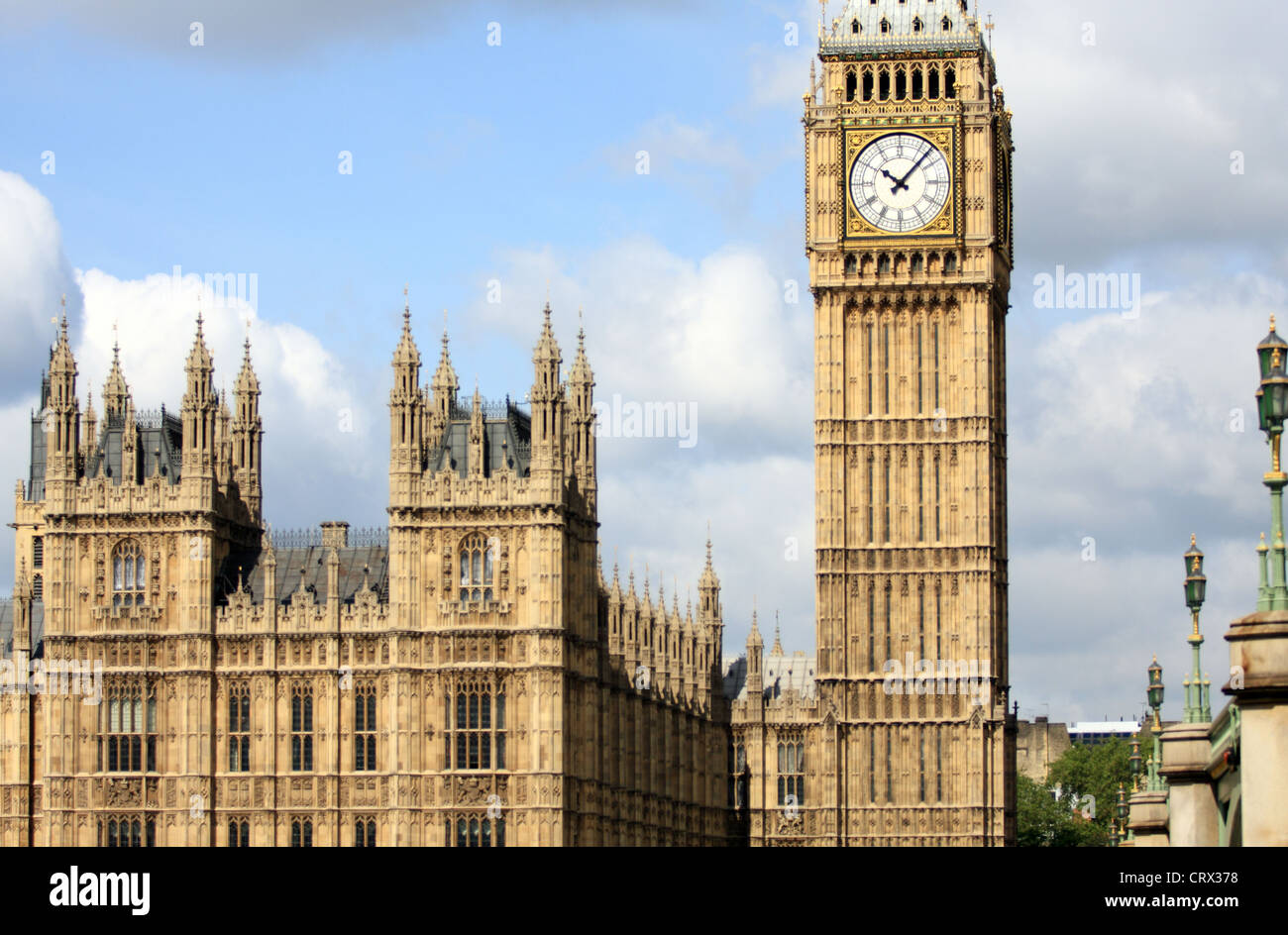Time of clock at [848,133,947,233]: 10:07
